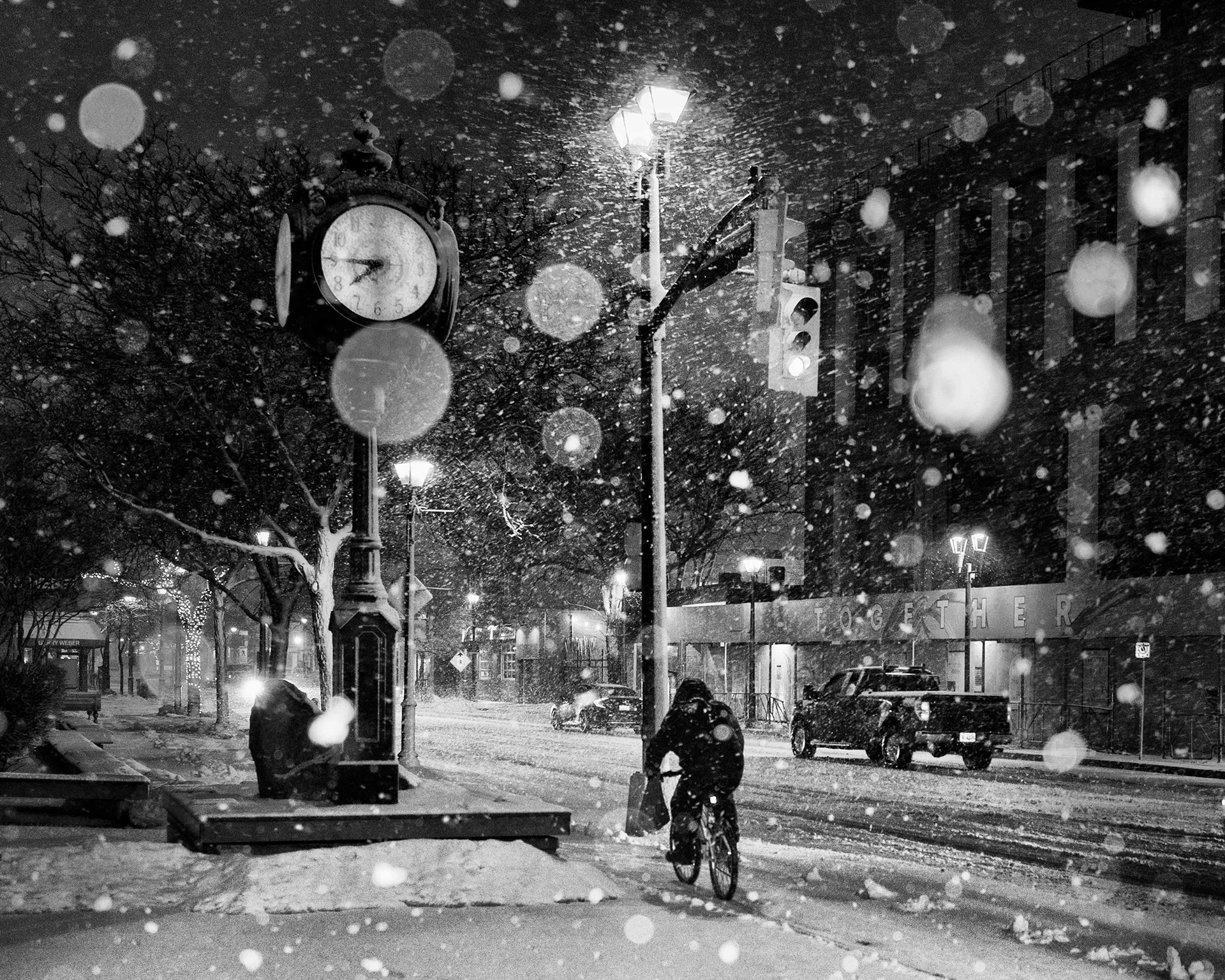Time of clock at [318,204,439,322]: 7:45
